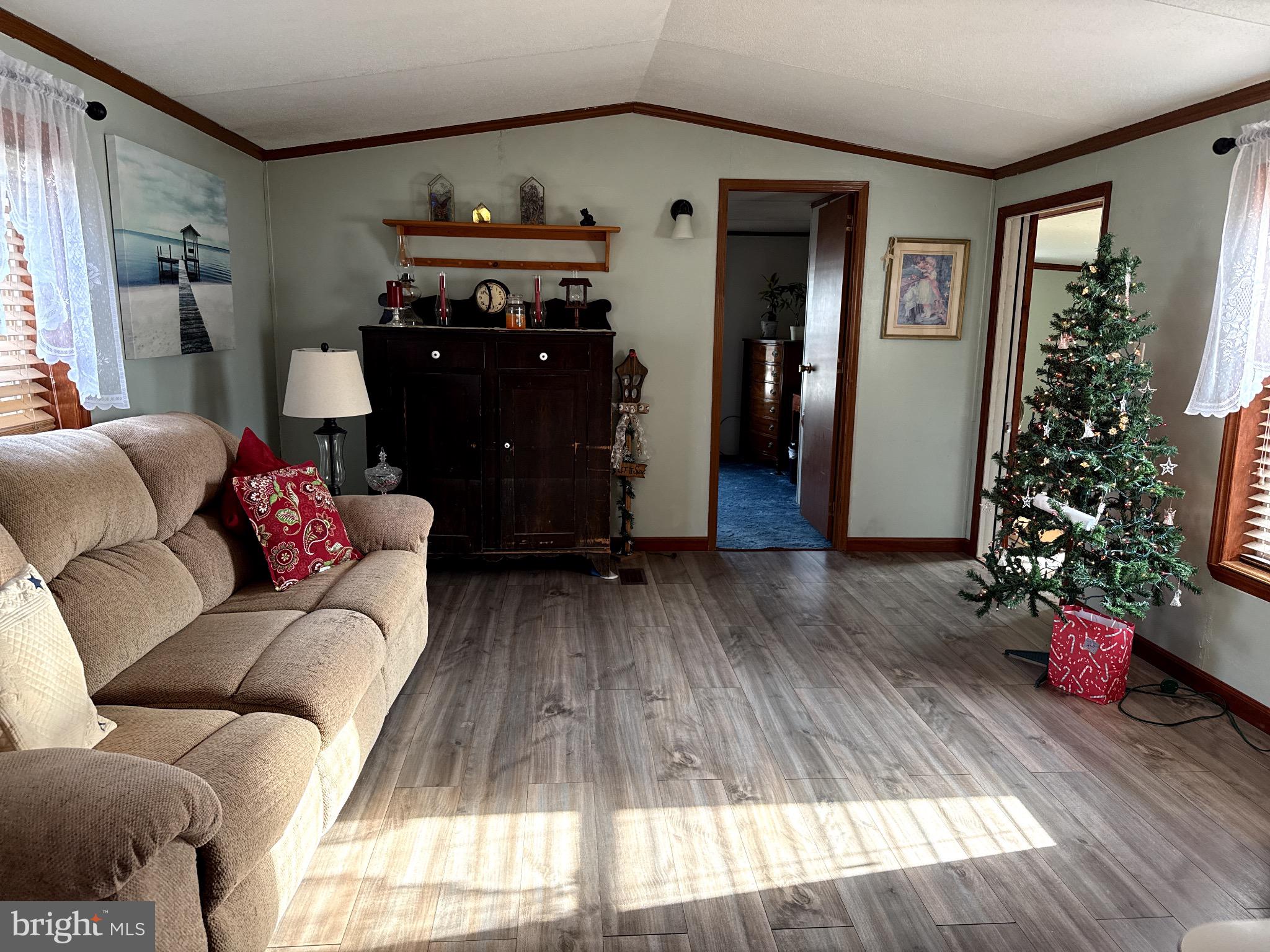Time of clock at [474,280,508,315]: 11:32
